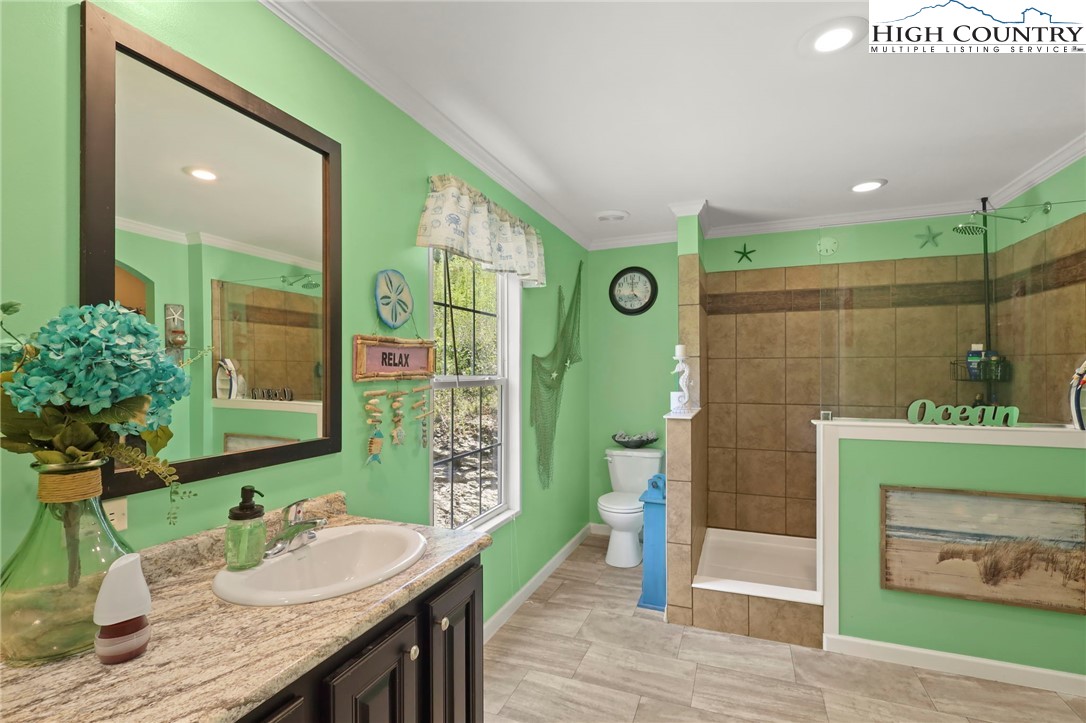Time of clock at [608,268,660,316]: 5:00
